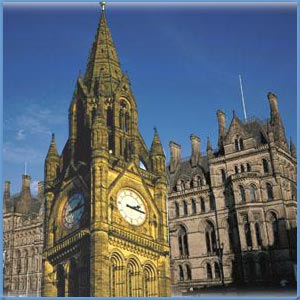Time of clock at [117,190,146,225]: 2:16
